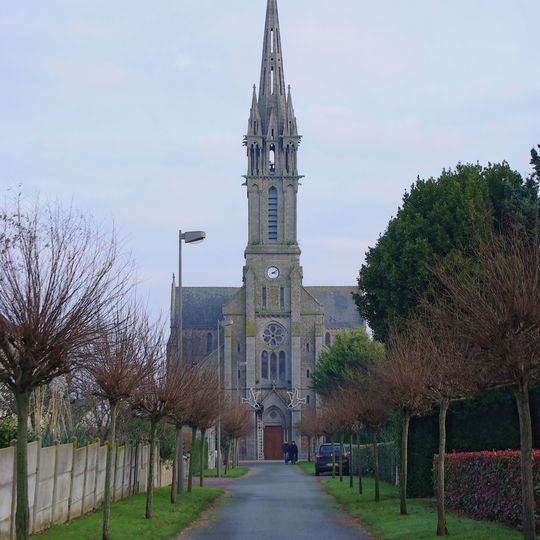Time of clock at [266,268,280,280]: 3:09
